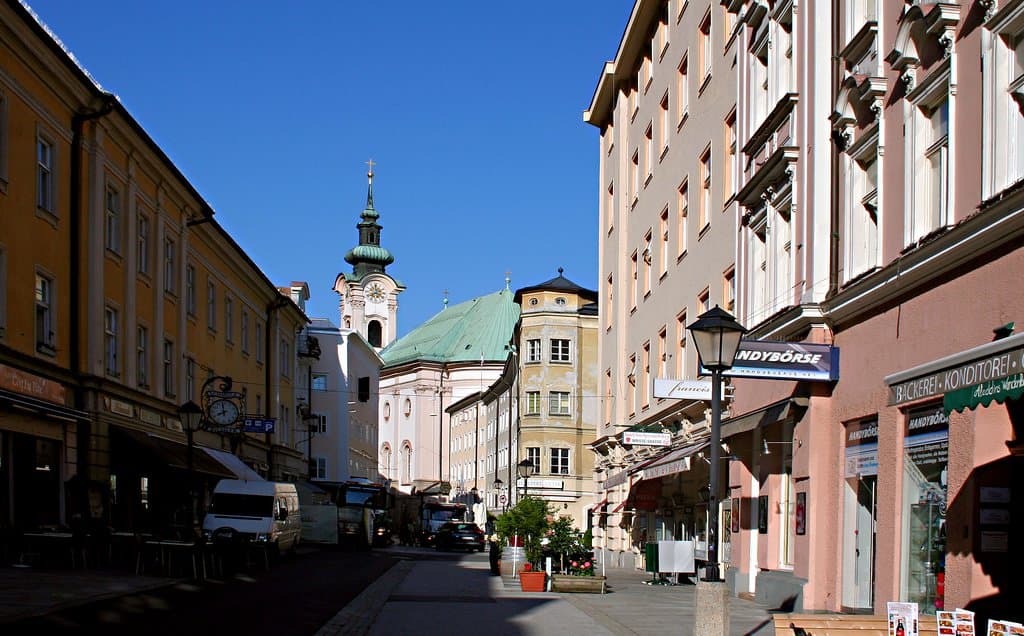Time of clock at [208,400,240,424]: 7:59
